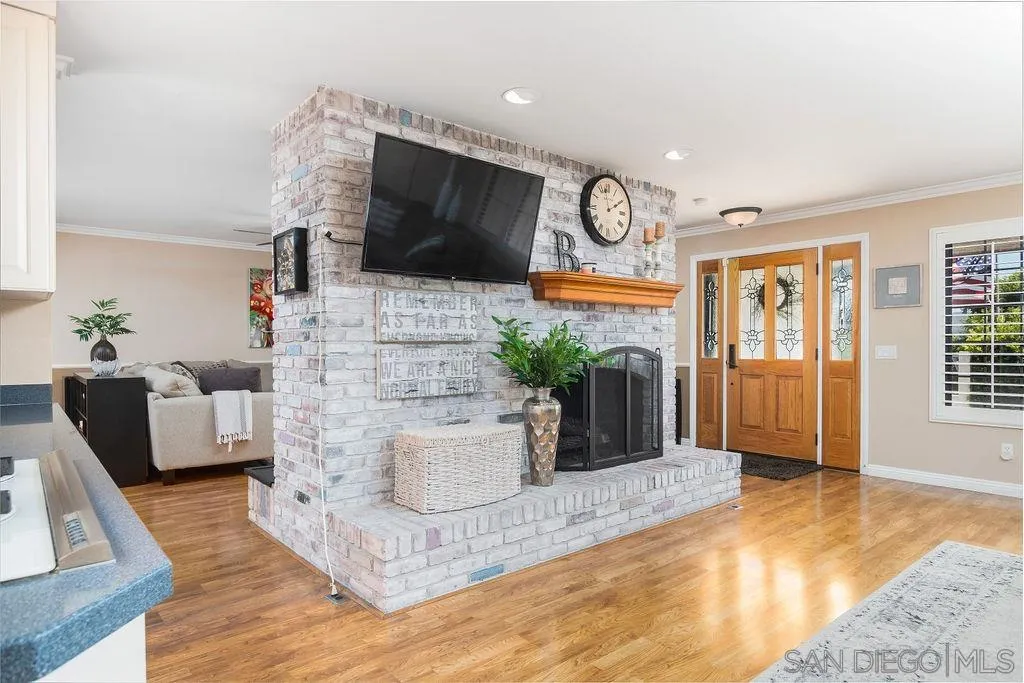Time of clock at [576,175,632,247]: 1:59
